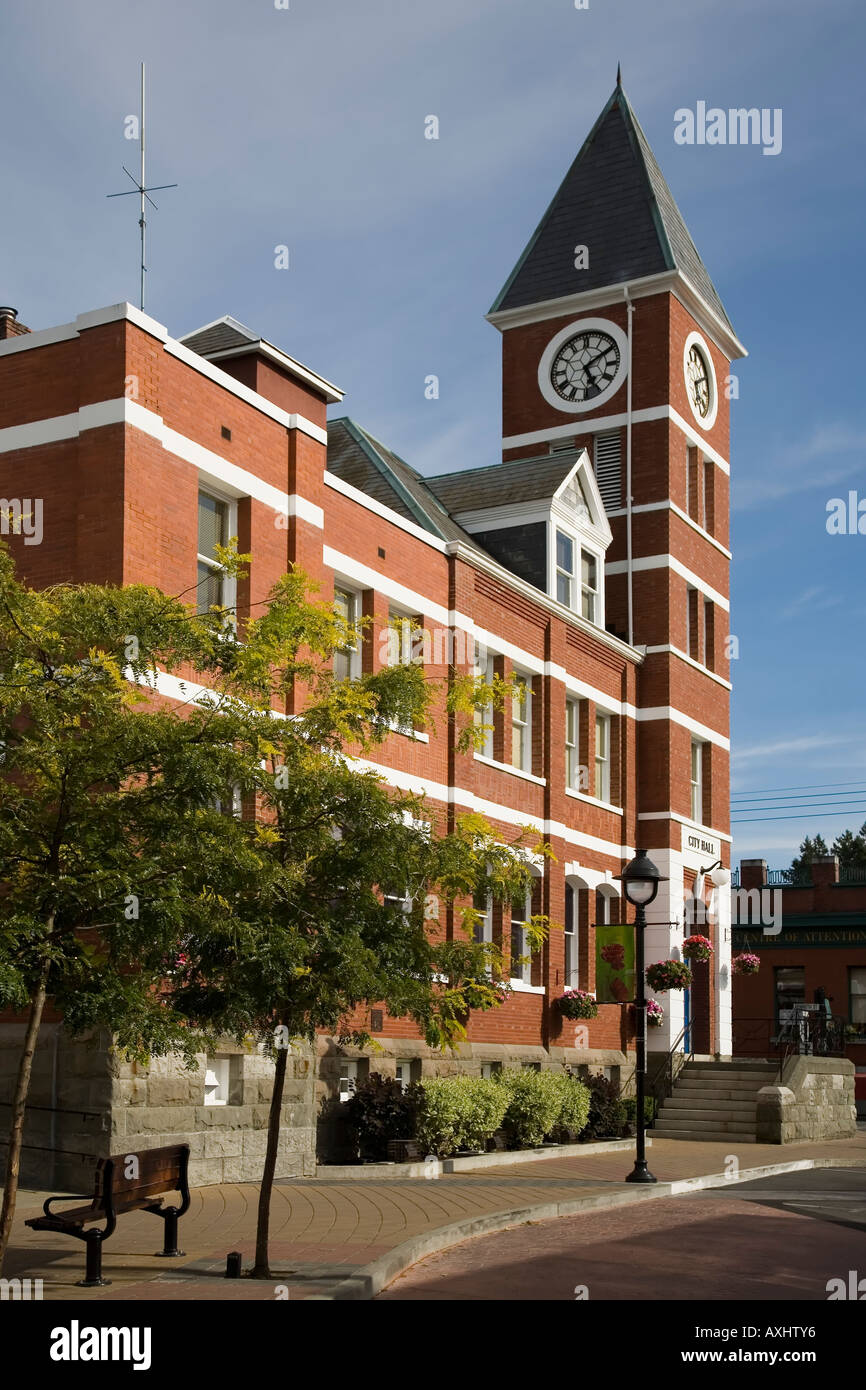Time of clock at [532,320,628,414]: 5:09
